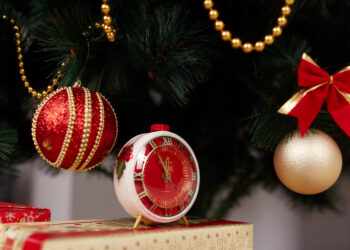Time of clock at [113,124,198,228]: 11:55
